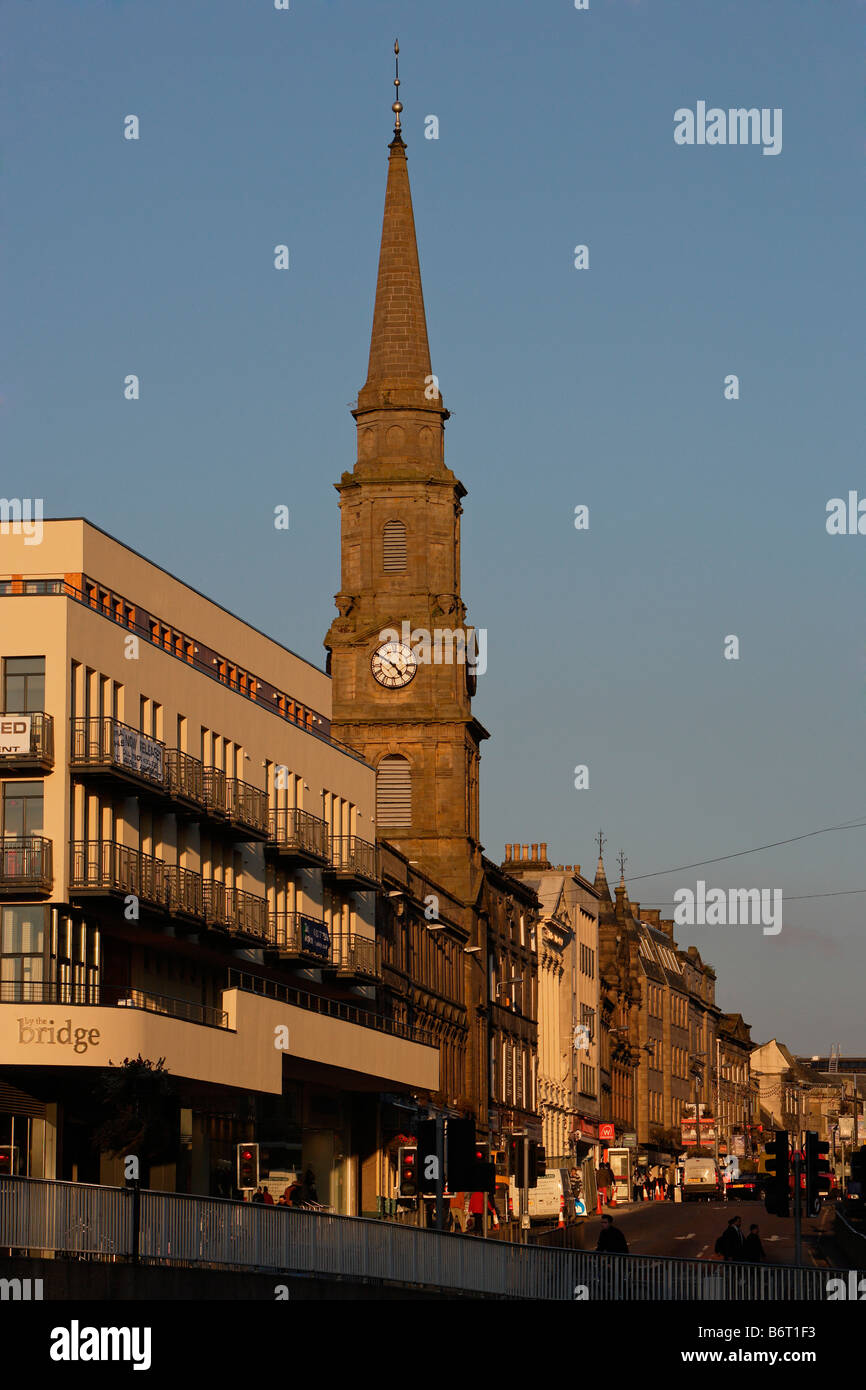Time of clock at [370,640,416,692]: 4:50
